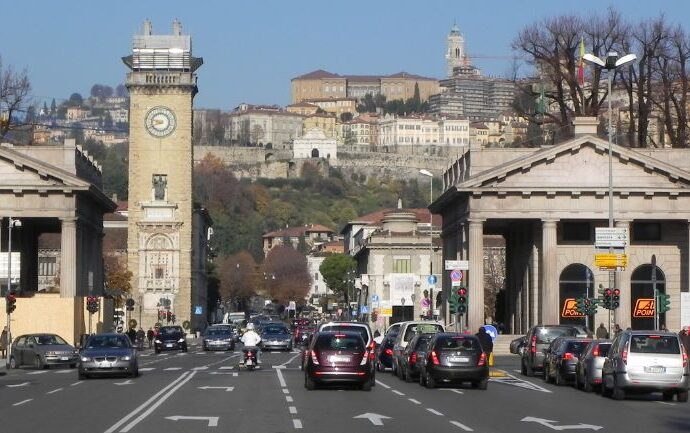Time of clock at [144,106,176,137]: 9:40
